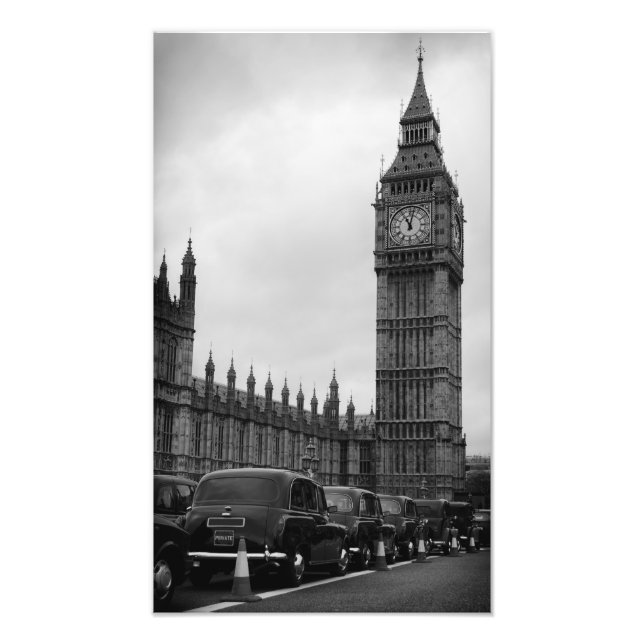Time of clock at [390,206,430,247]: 11:02
